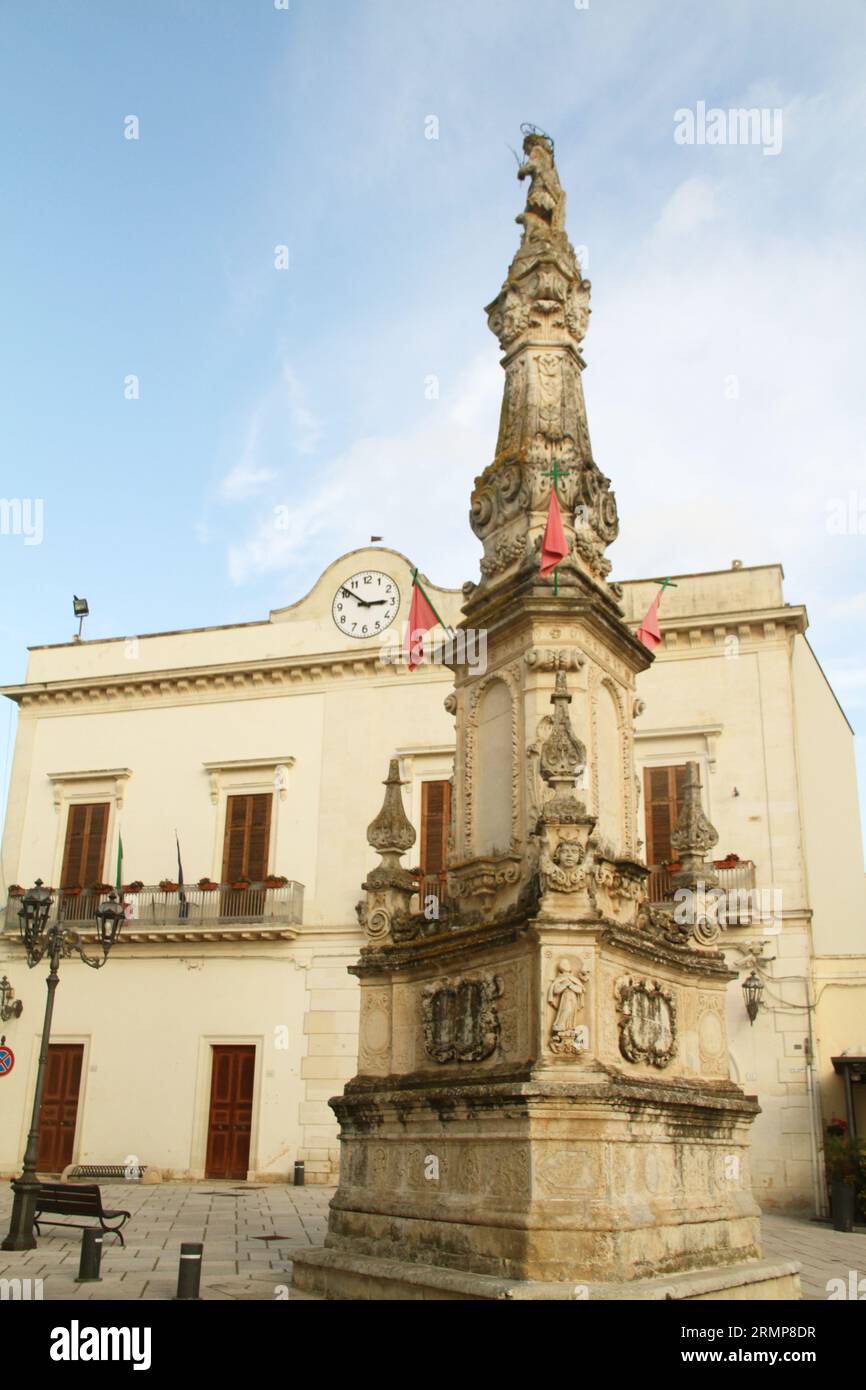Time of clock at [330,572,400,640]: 2:51
